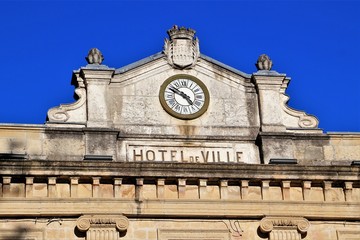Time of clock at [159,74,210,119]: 4:49
